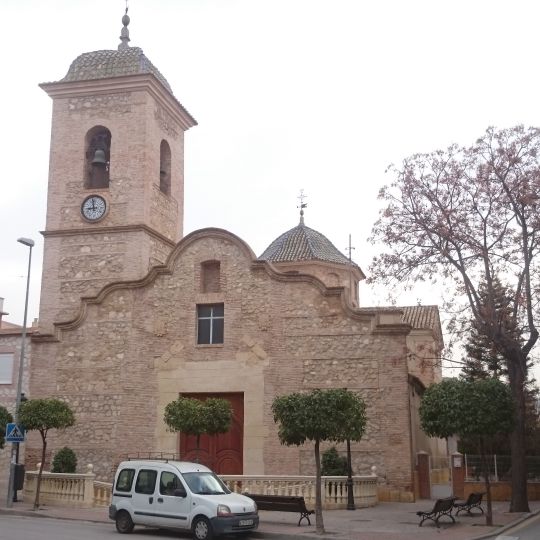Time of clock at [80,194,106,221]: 8:58
